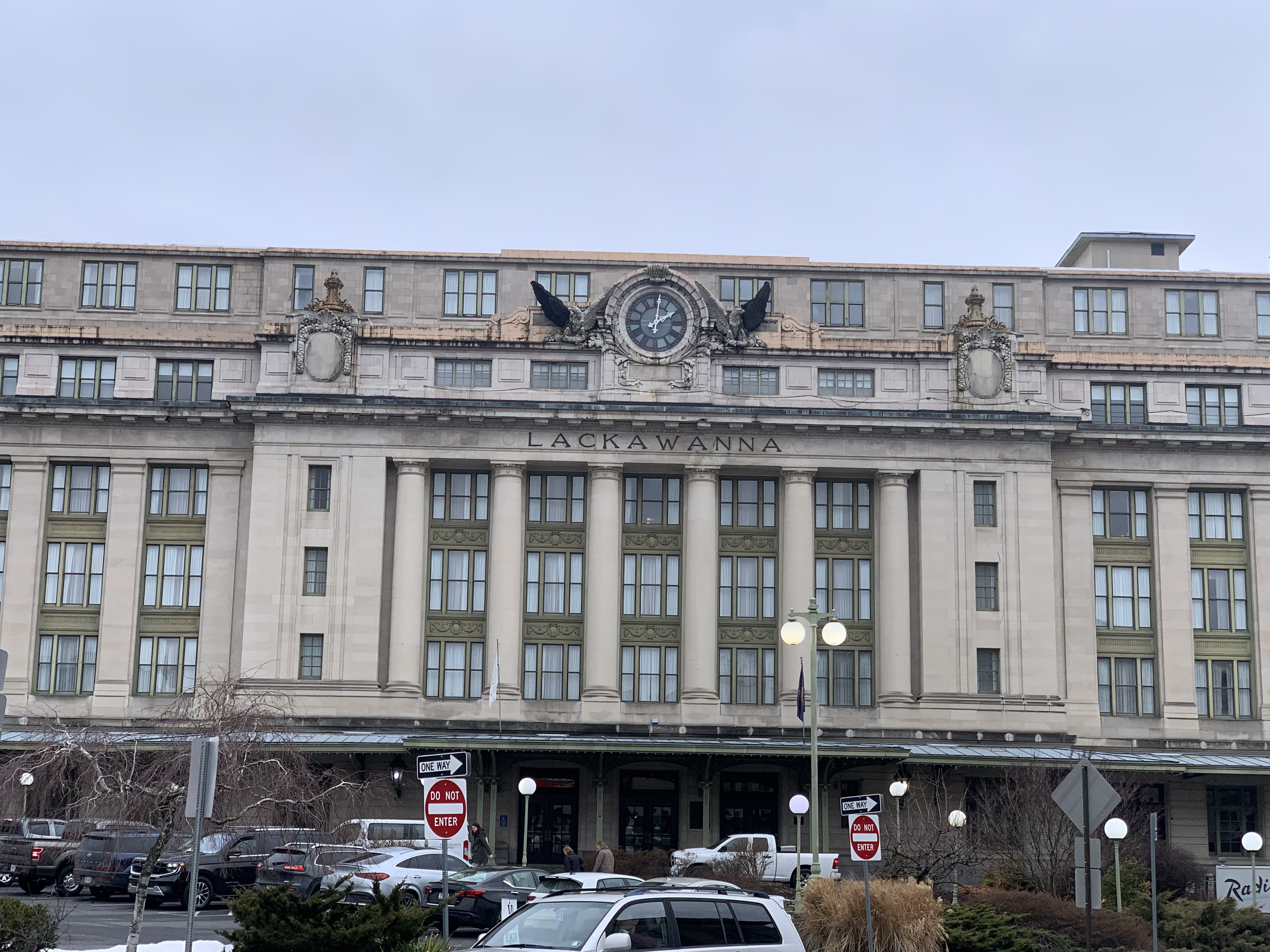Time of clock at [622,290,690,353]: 2:01
